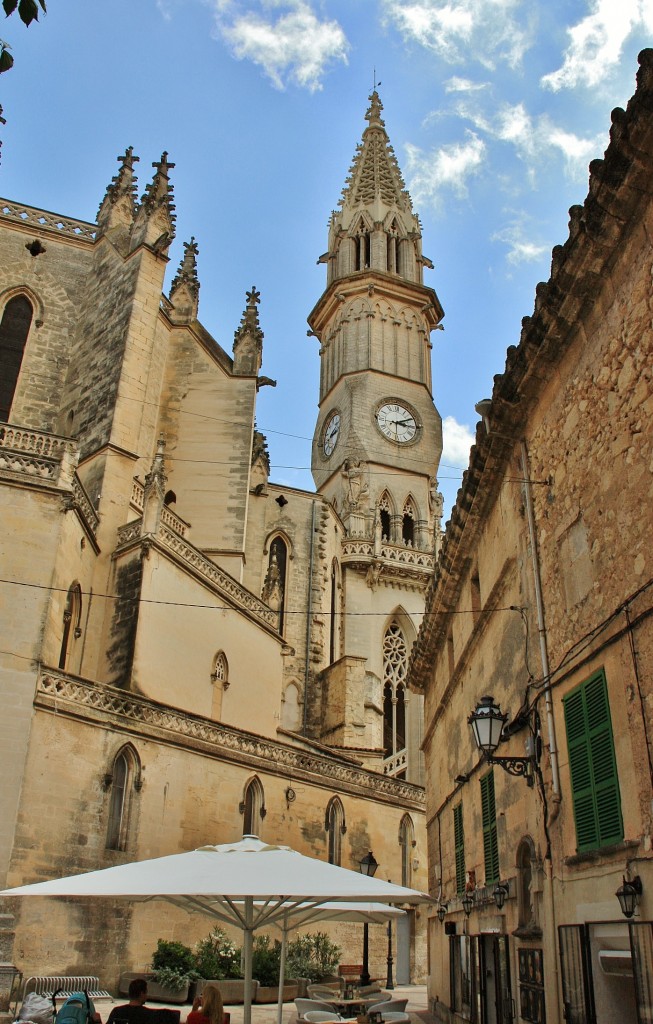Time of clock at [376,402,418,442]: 3:10
